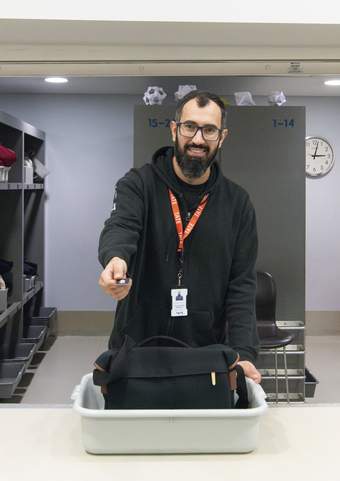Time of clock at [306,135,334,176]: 3:02
